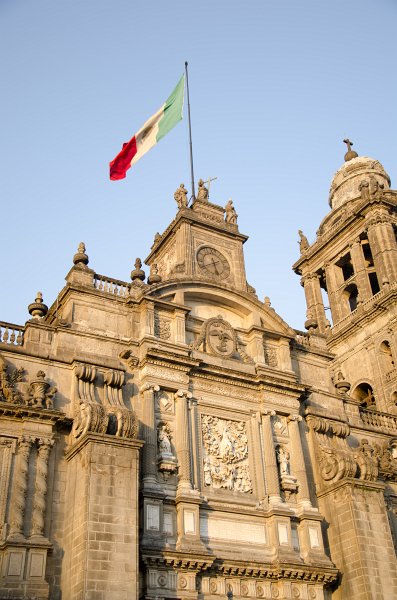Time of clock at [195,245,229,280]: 5:40
